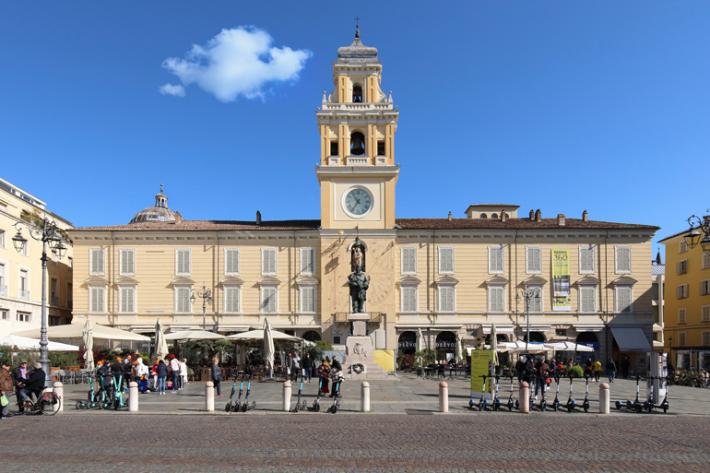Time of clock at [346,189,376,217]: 10:36
